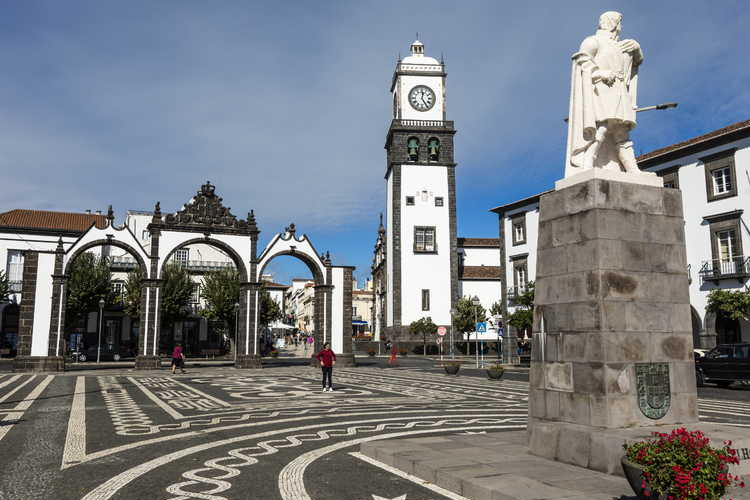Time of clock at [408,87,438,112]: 12:24
